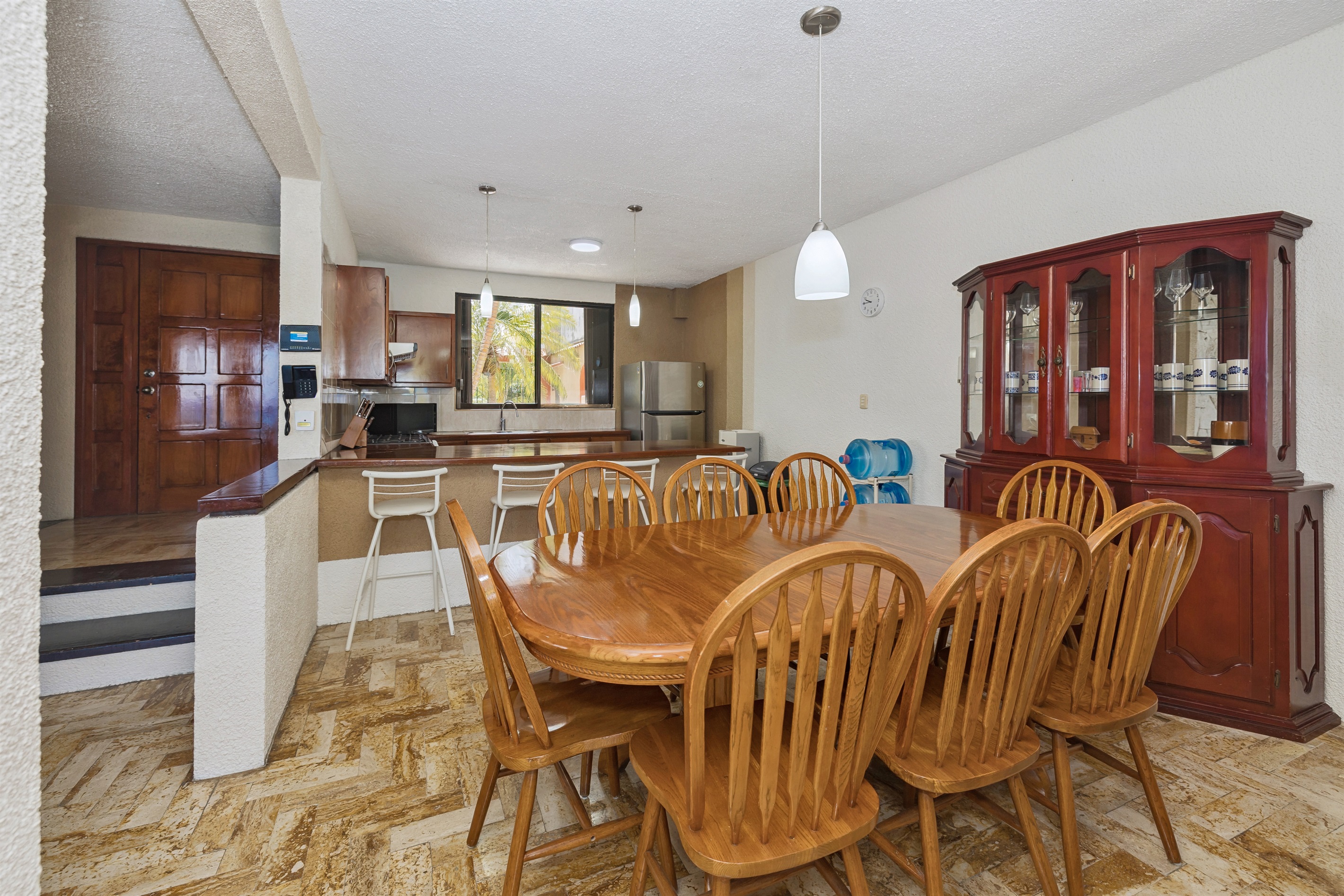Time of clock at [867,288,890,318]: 9:45
